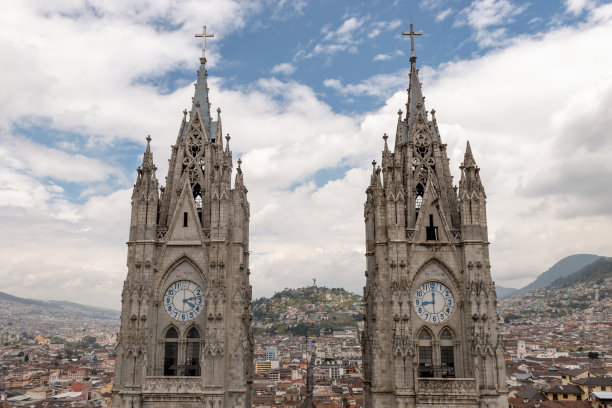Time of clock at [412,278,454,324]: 9:00
